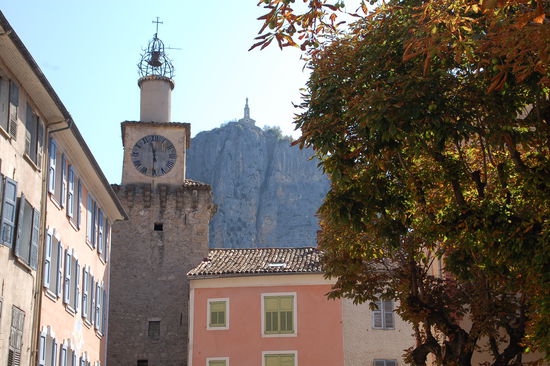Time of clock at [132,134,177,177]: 11:30
